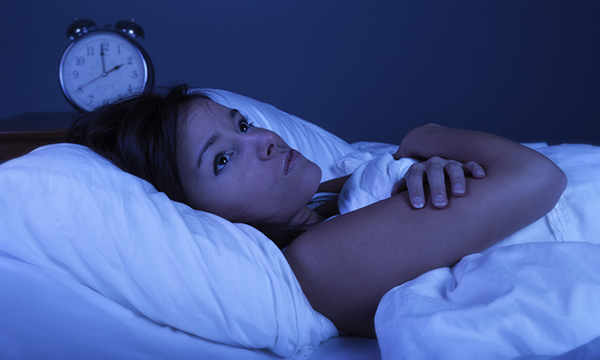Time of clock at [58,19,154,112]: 1:59
